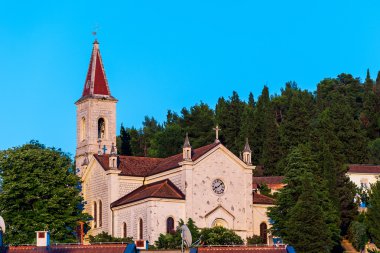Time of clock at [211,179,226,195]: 8:08
